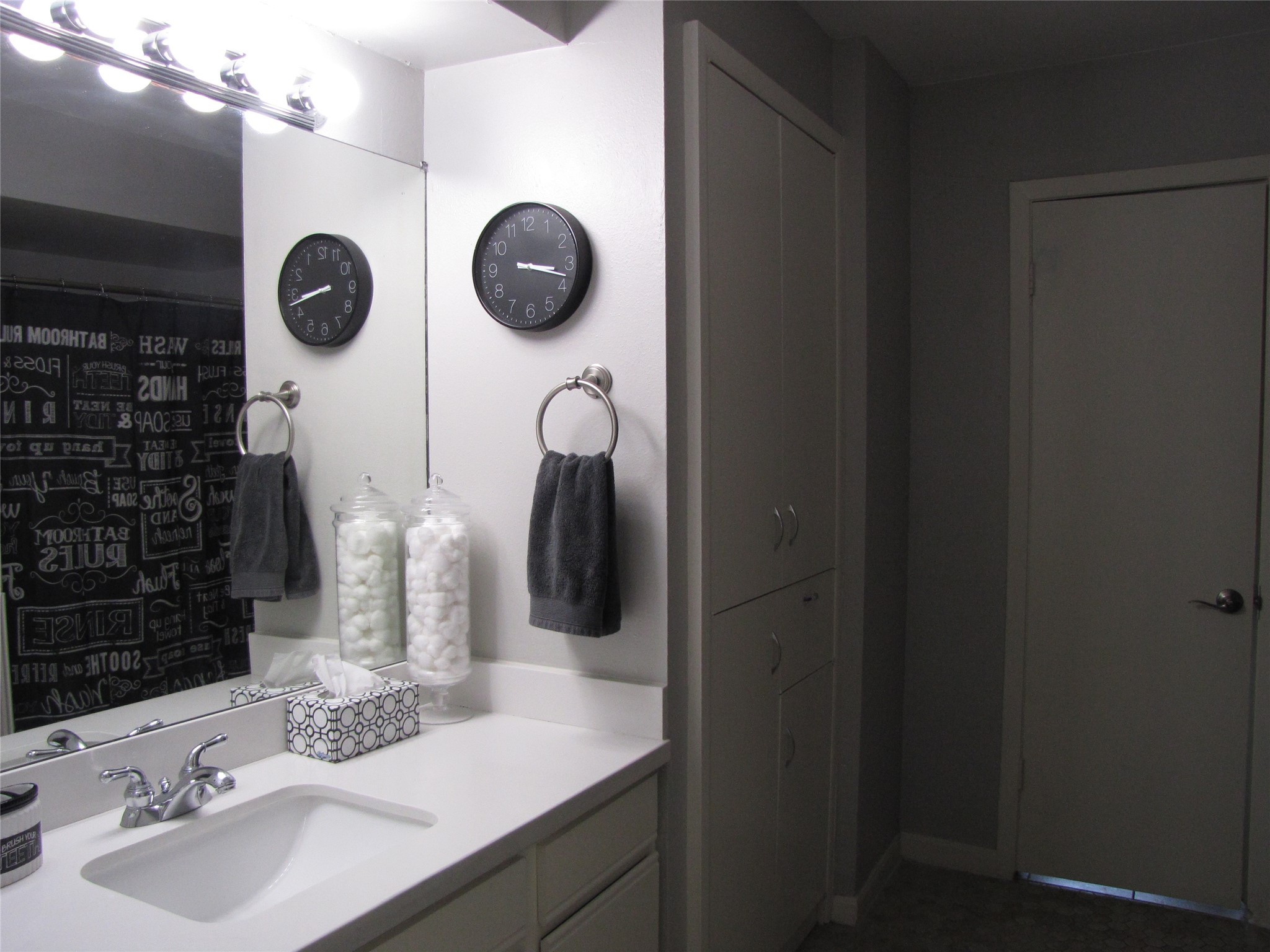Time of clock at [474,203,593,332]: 3:17
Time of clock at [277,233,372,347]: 8:42
